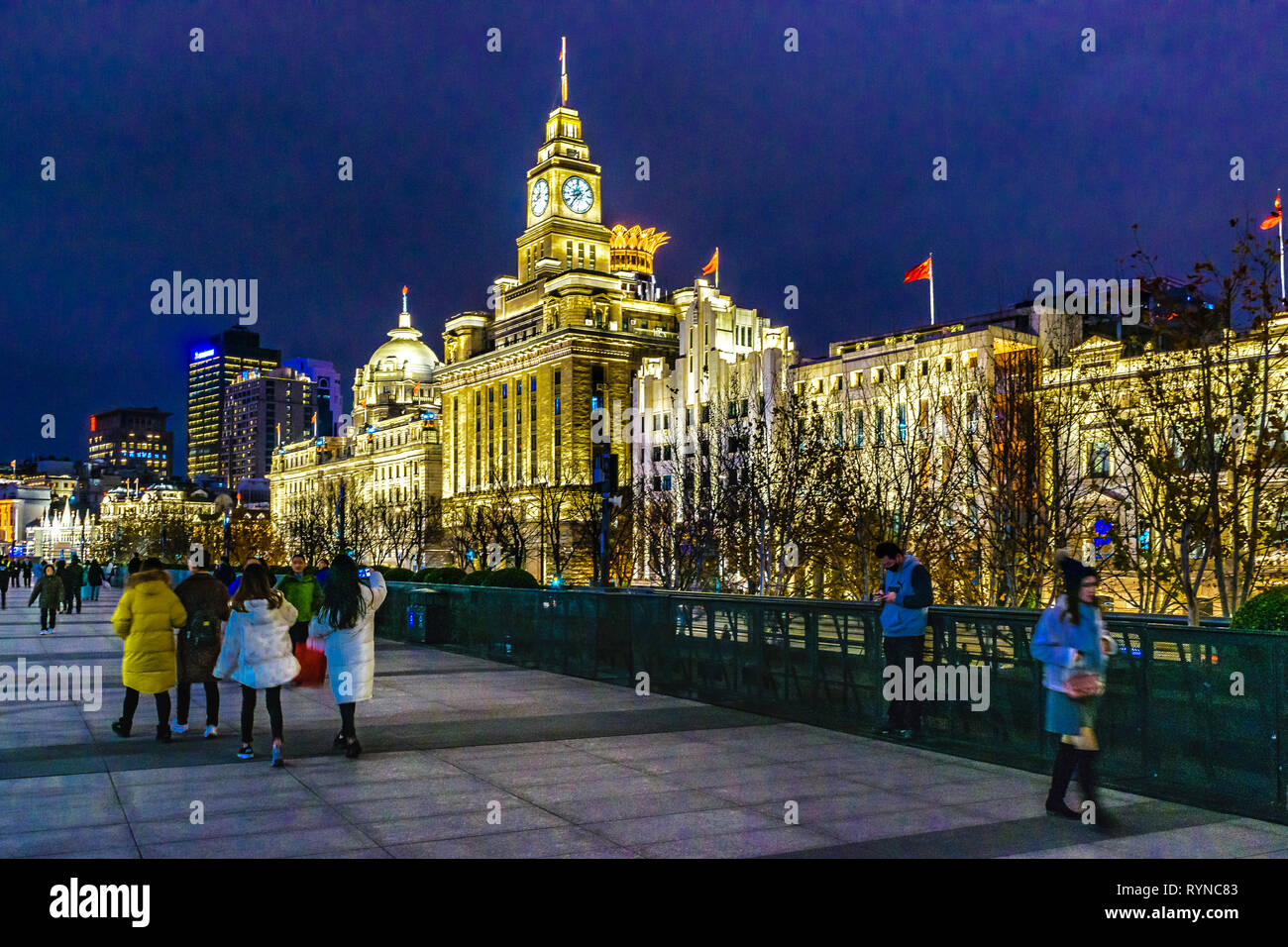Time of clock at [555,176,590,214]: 8:36
